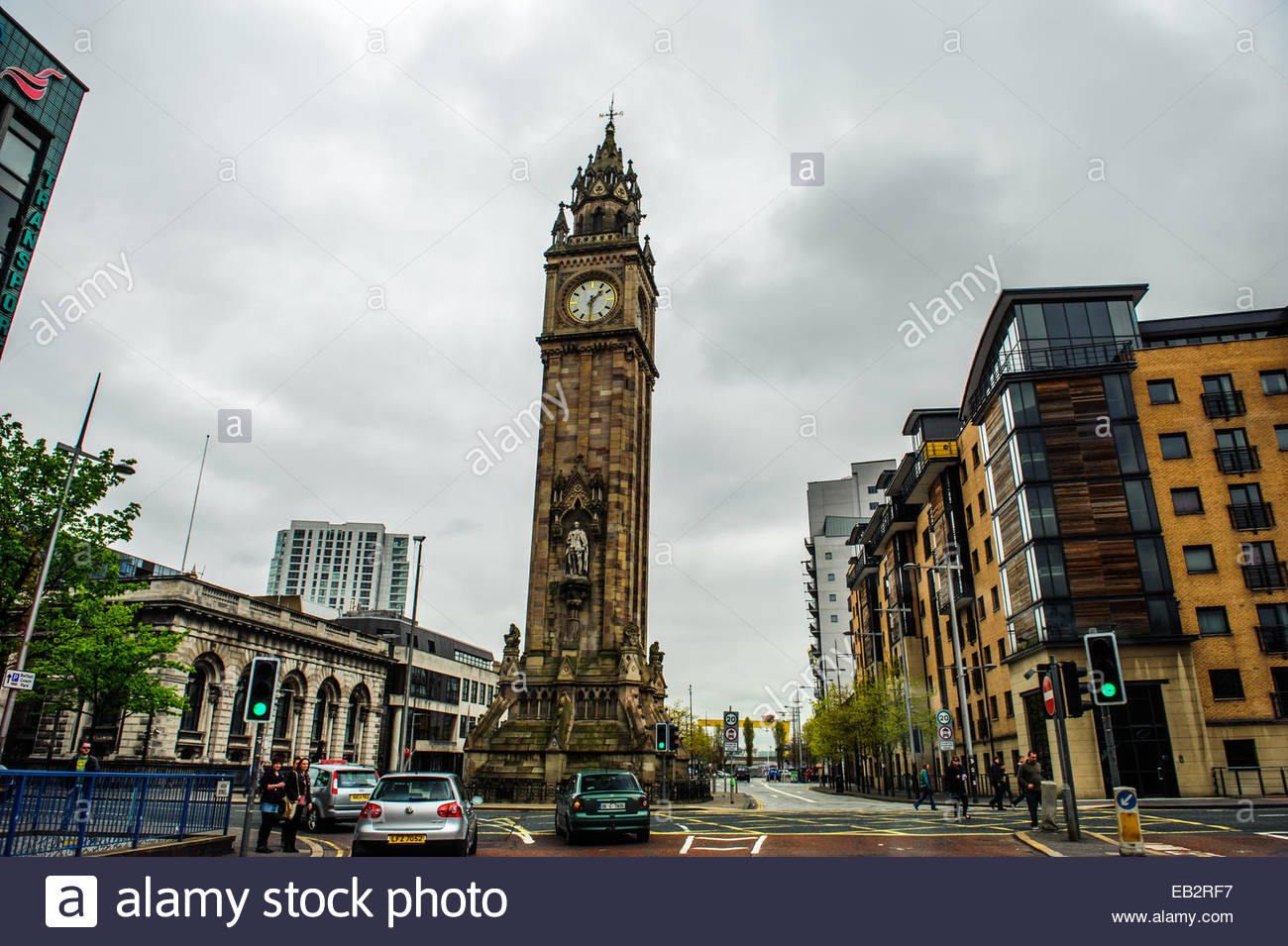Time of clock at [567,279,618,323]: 1:30
